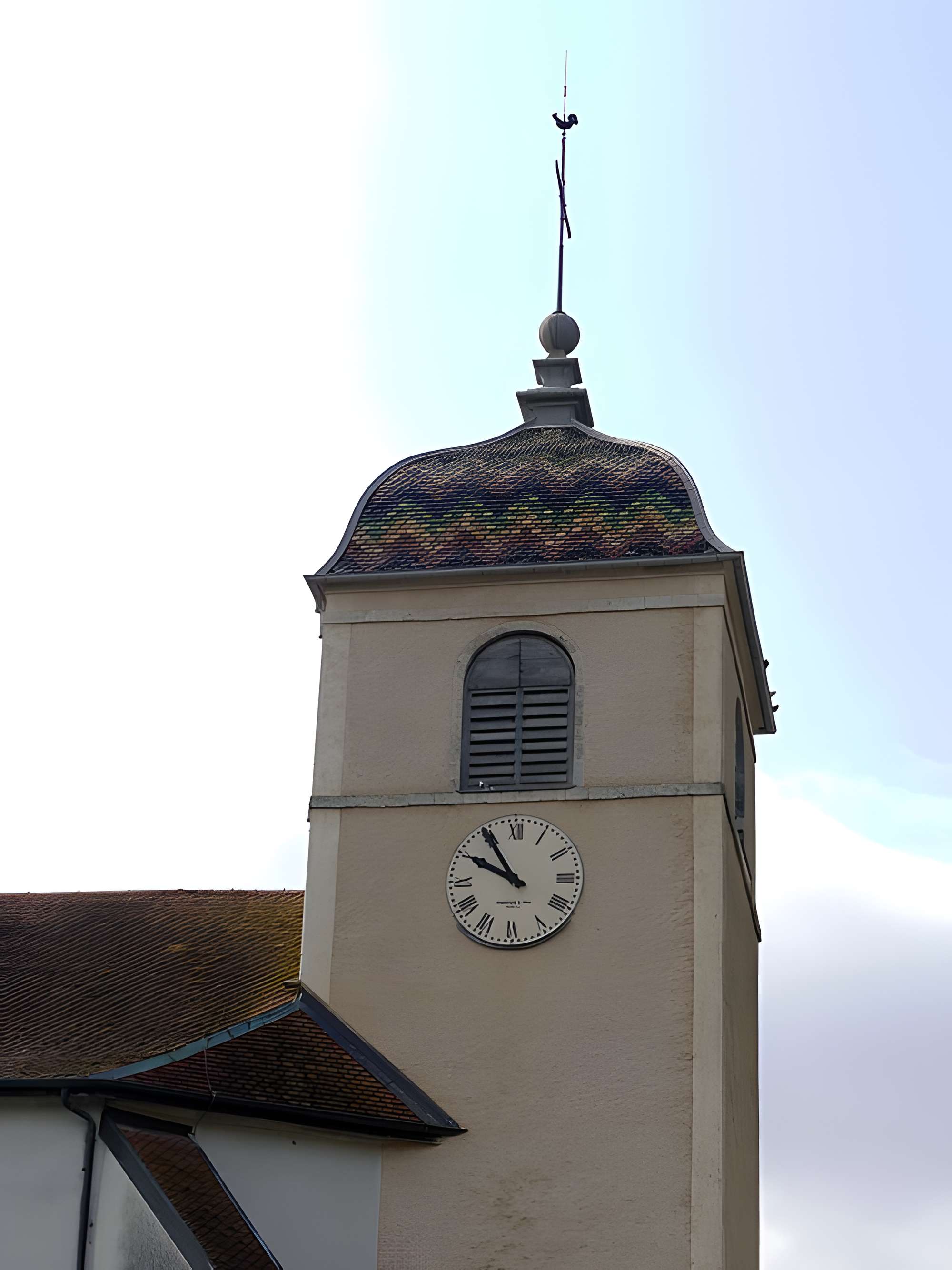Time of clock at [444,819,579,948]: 9:54
